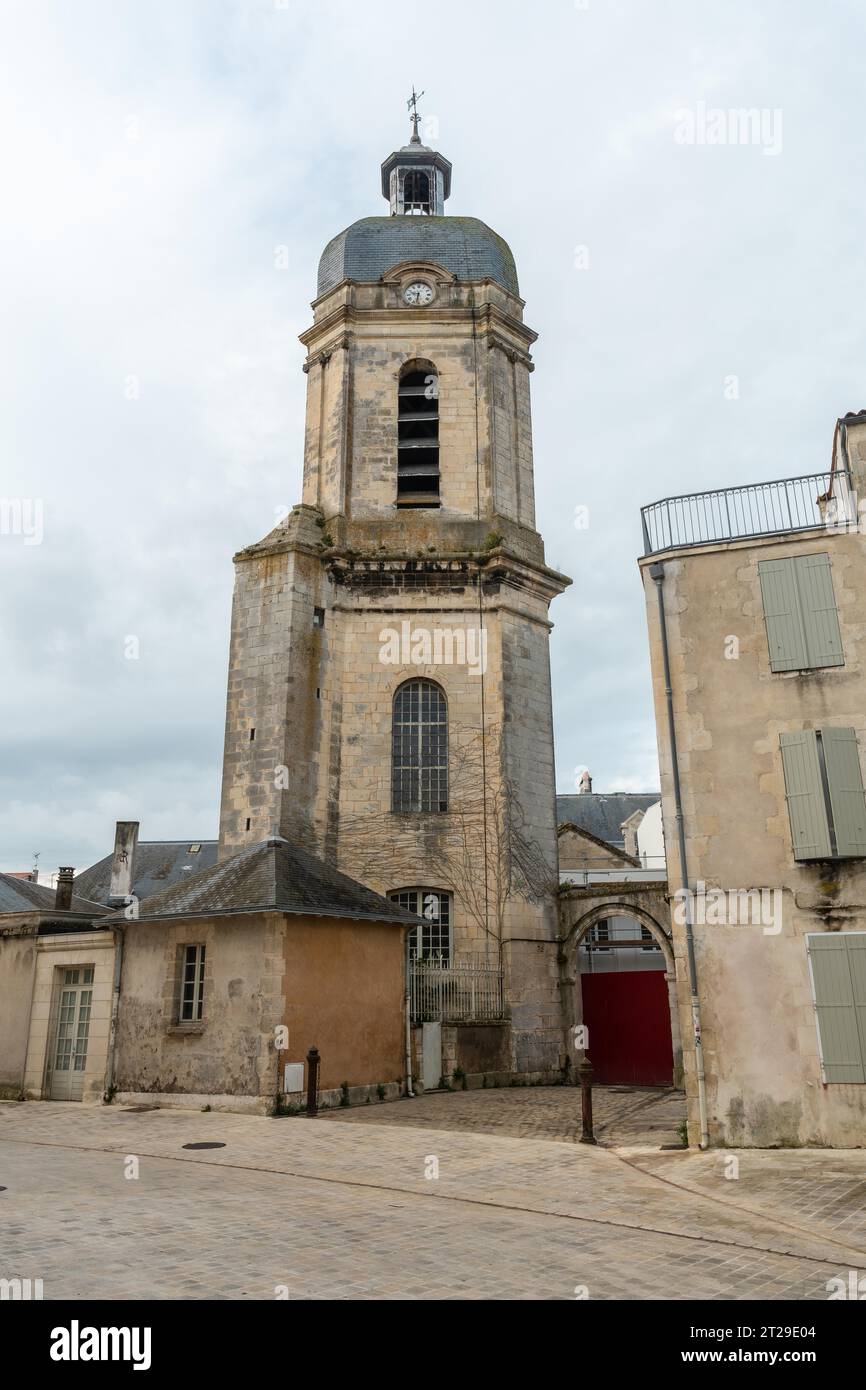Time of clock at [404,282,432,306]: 9:32
